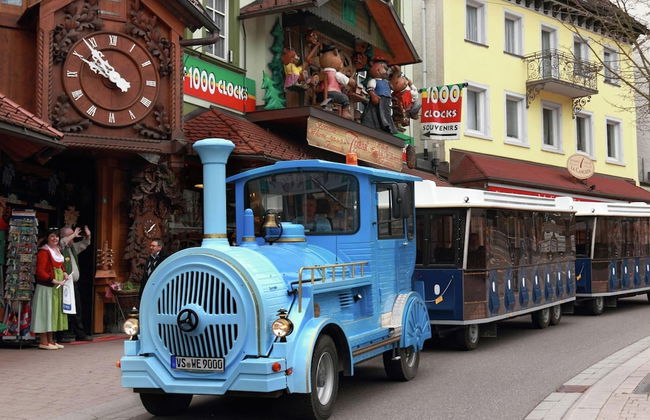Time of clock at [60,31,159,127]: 9:53
